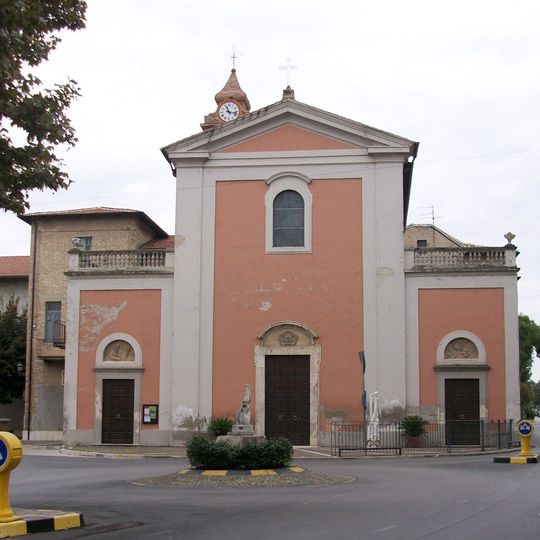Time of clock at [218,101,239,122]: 11:17
